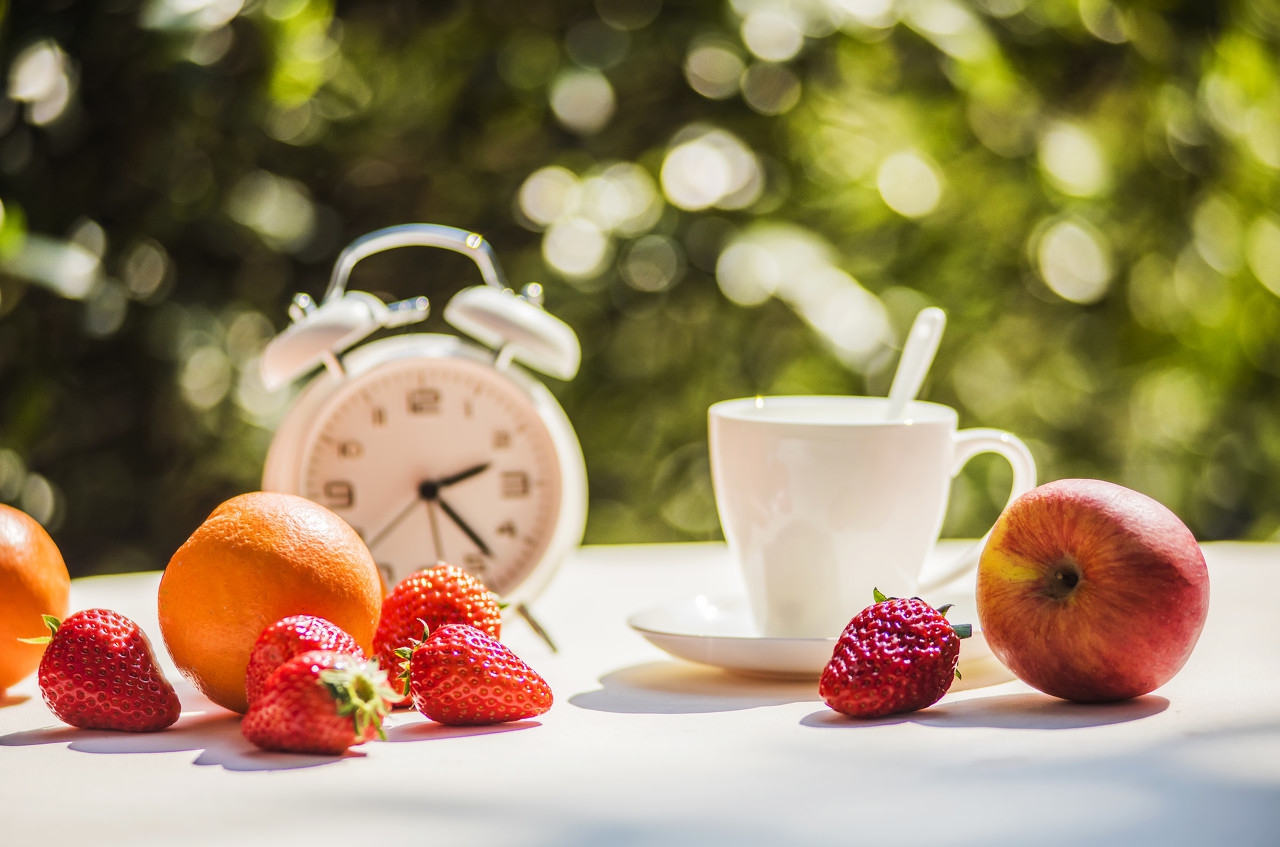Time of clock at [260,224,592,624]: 2:23
